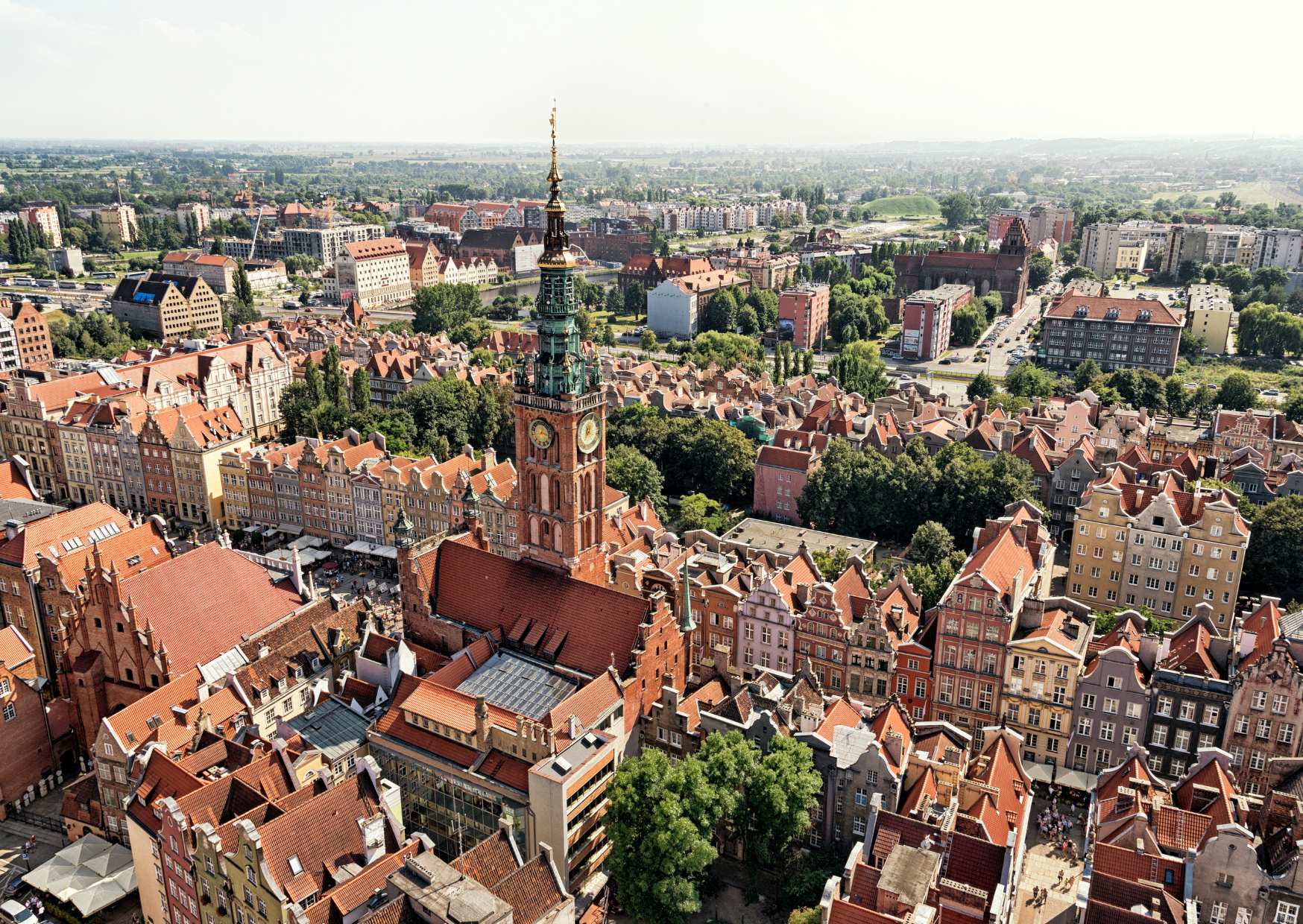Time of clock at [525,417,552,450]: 12:18
